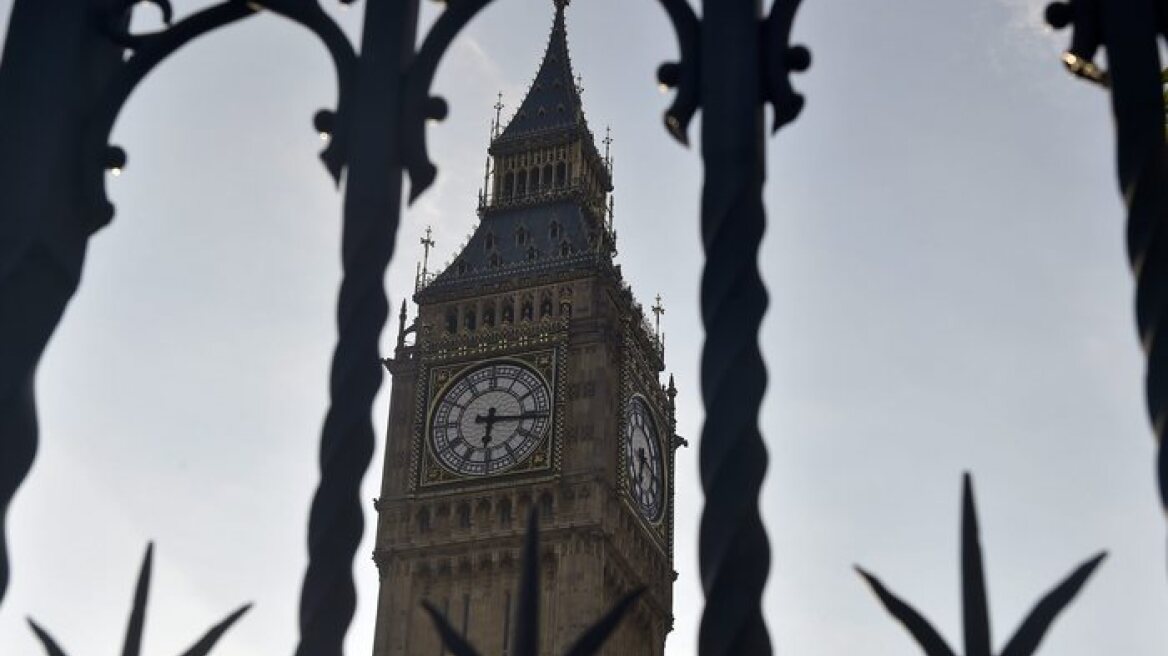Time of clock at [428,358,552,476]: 6:15
